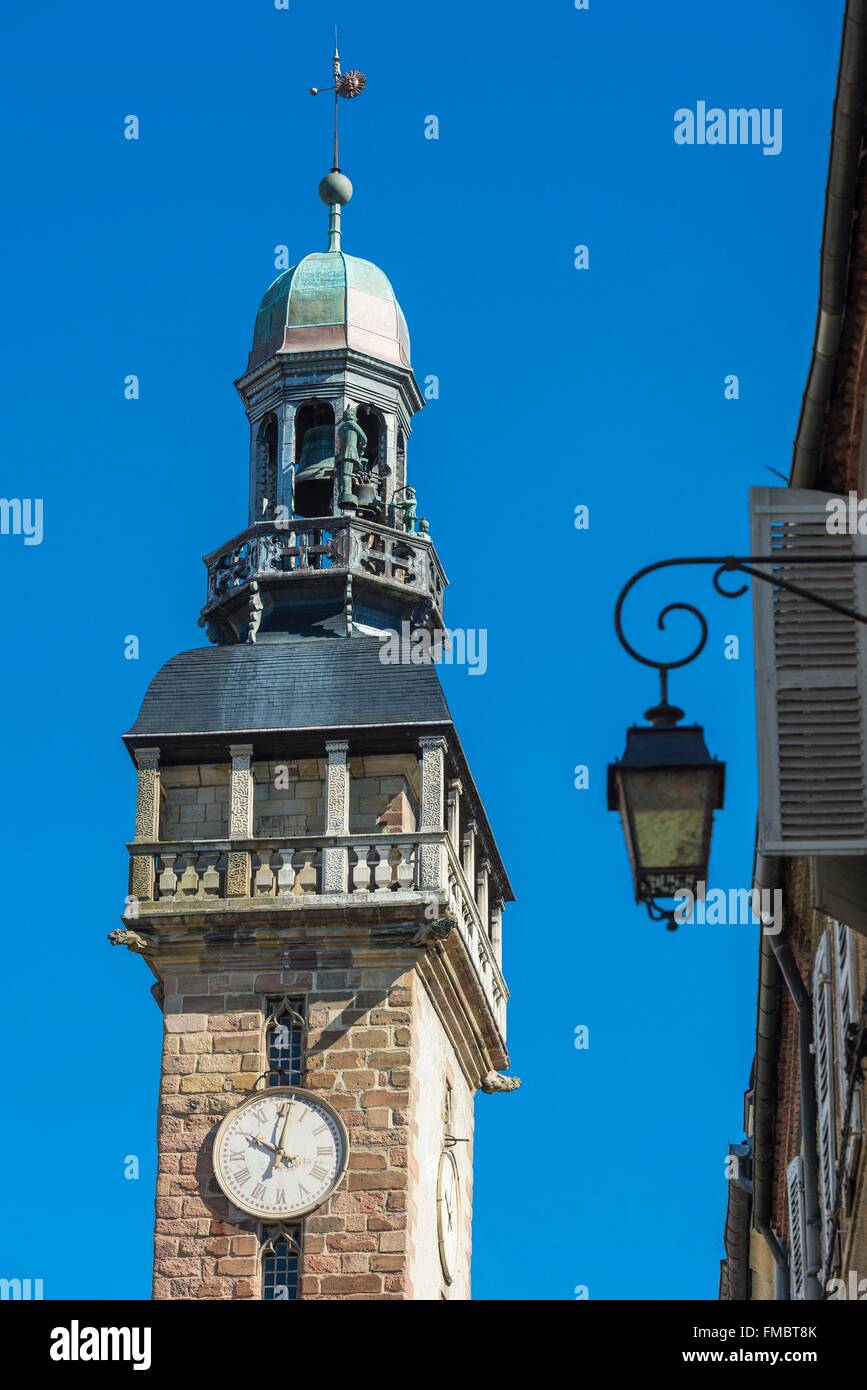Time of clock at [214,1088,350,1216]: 10:00
